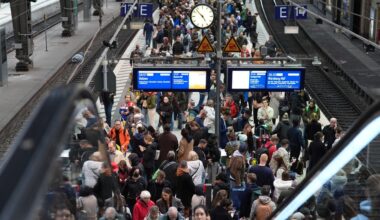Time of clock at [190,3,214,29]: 4:52
